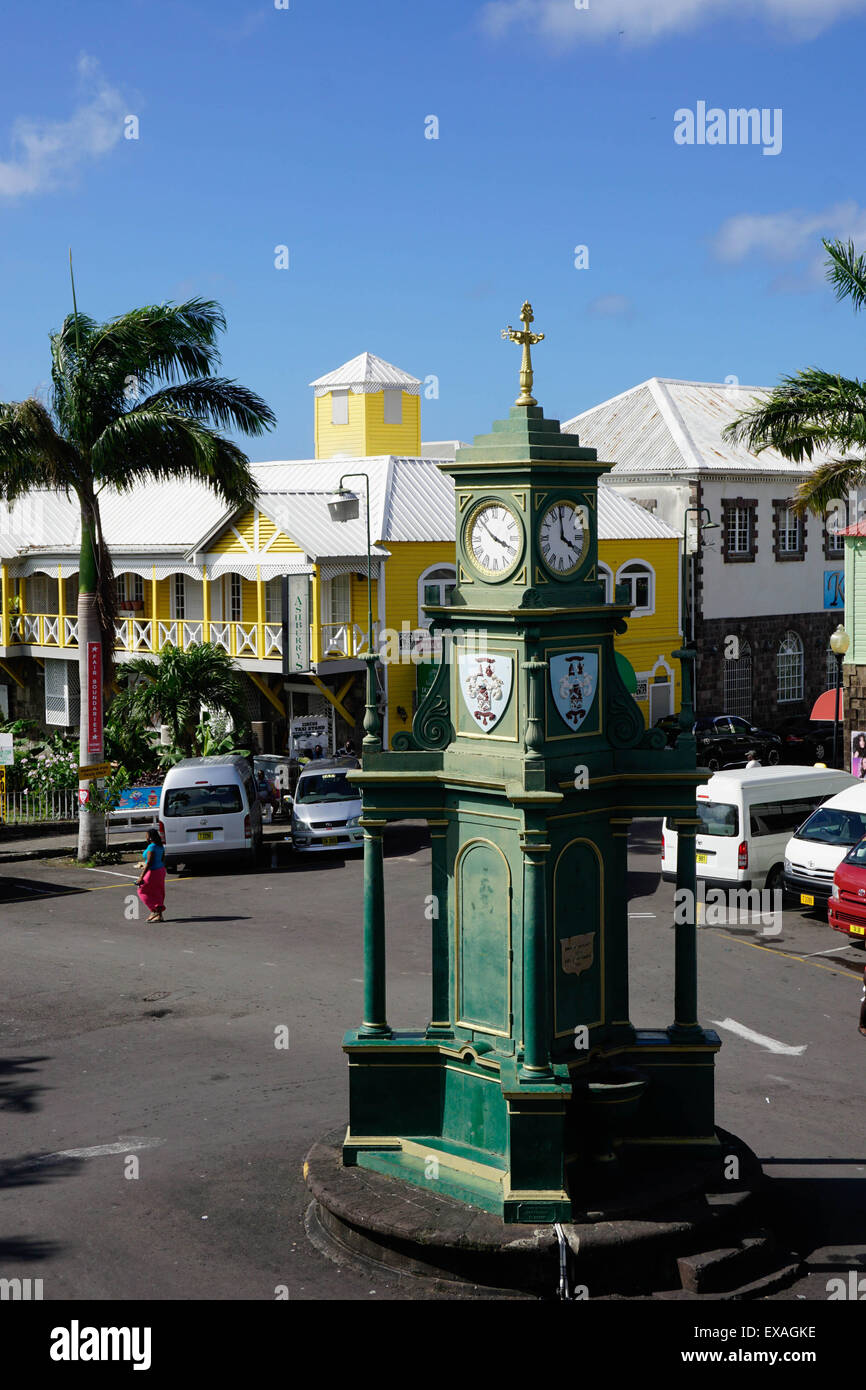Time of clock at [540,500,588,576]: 3:58
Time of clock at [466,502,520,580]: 3:52
